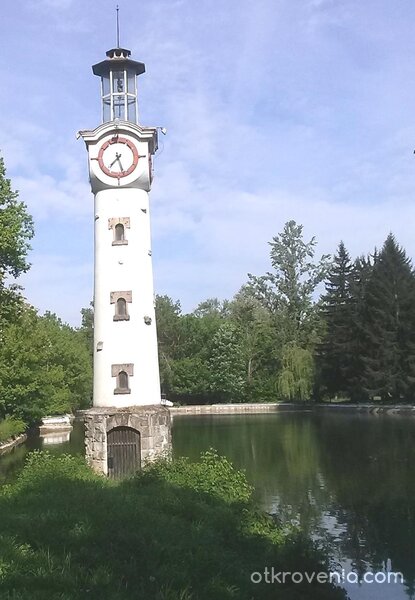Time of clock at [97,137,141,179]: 7:27
